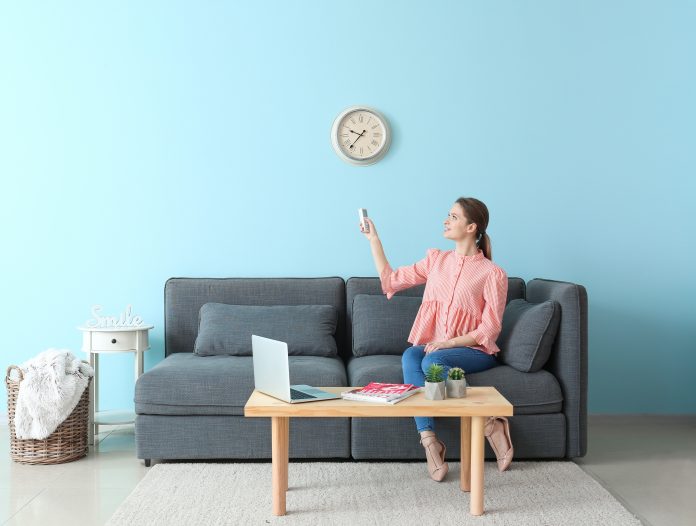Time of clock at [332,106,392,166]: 9:36
